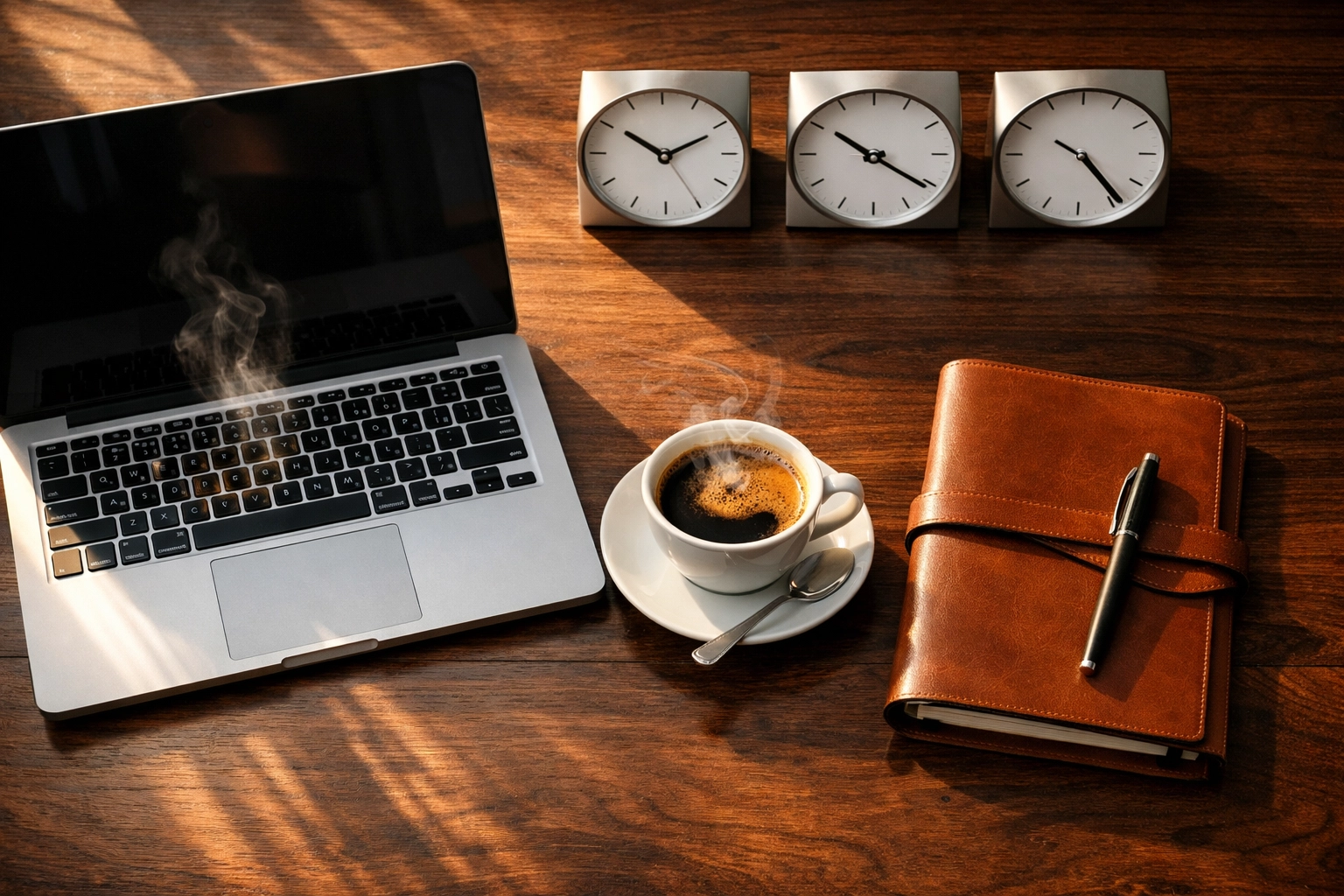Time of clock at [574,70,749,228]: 10:10
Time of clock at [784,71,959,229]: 10:20
